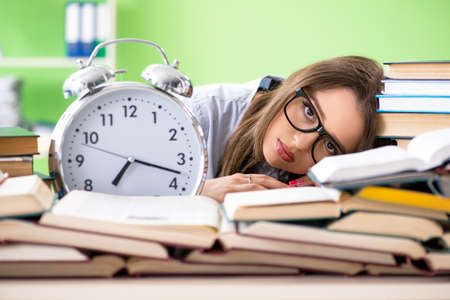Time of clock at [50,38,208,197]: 7:17
